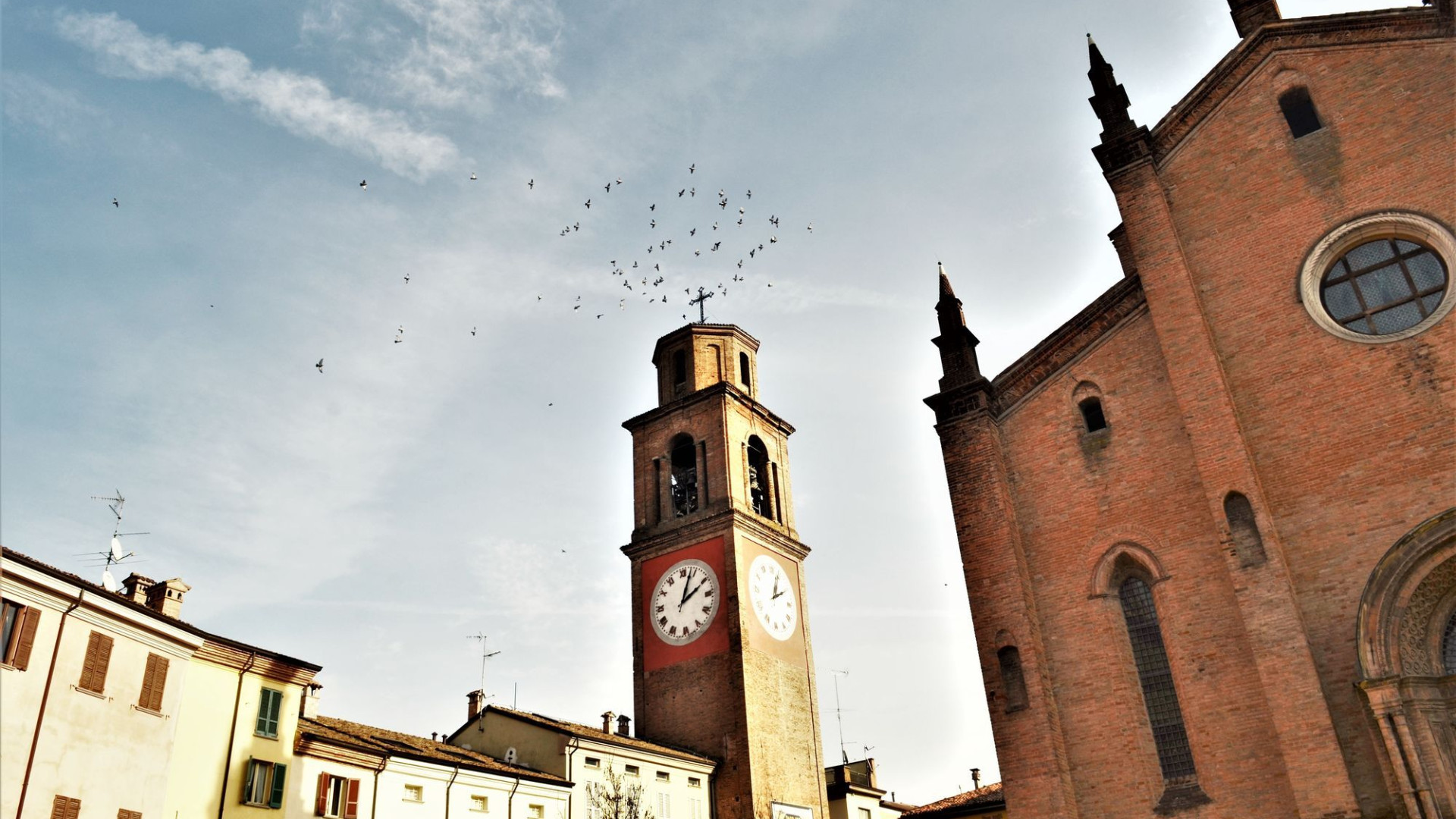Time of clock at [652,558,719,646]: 2:03
